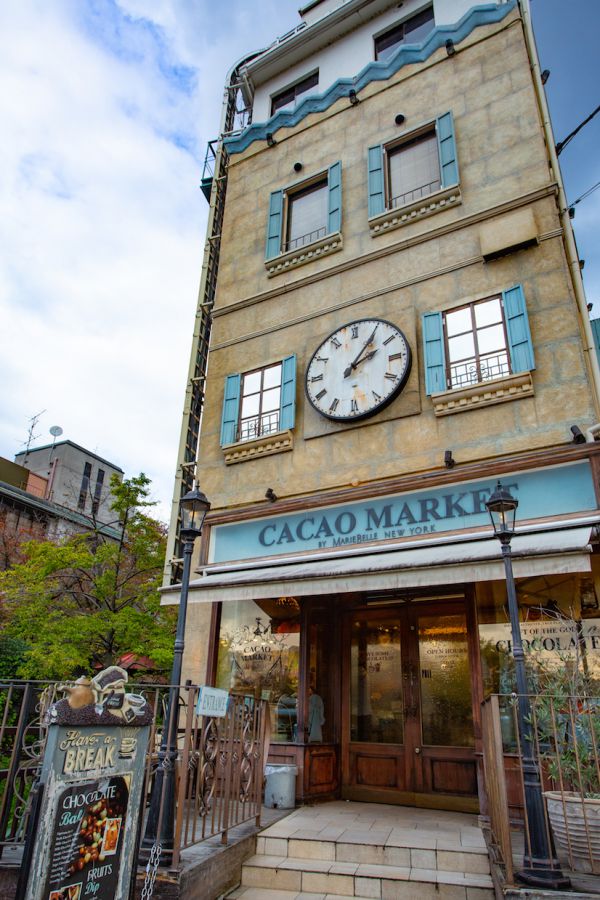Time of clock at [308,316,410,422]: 2:06
